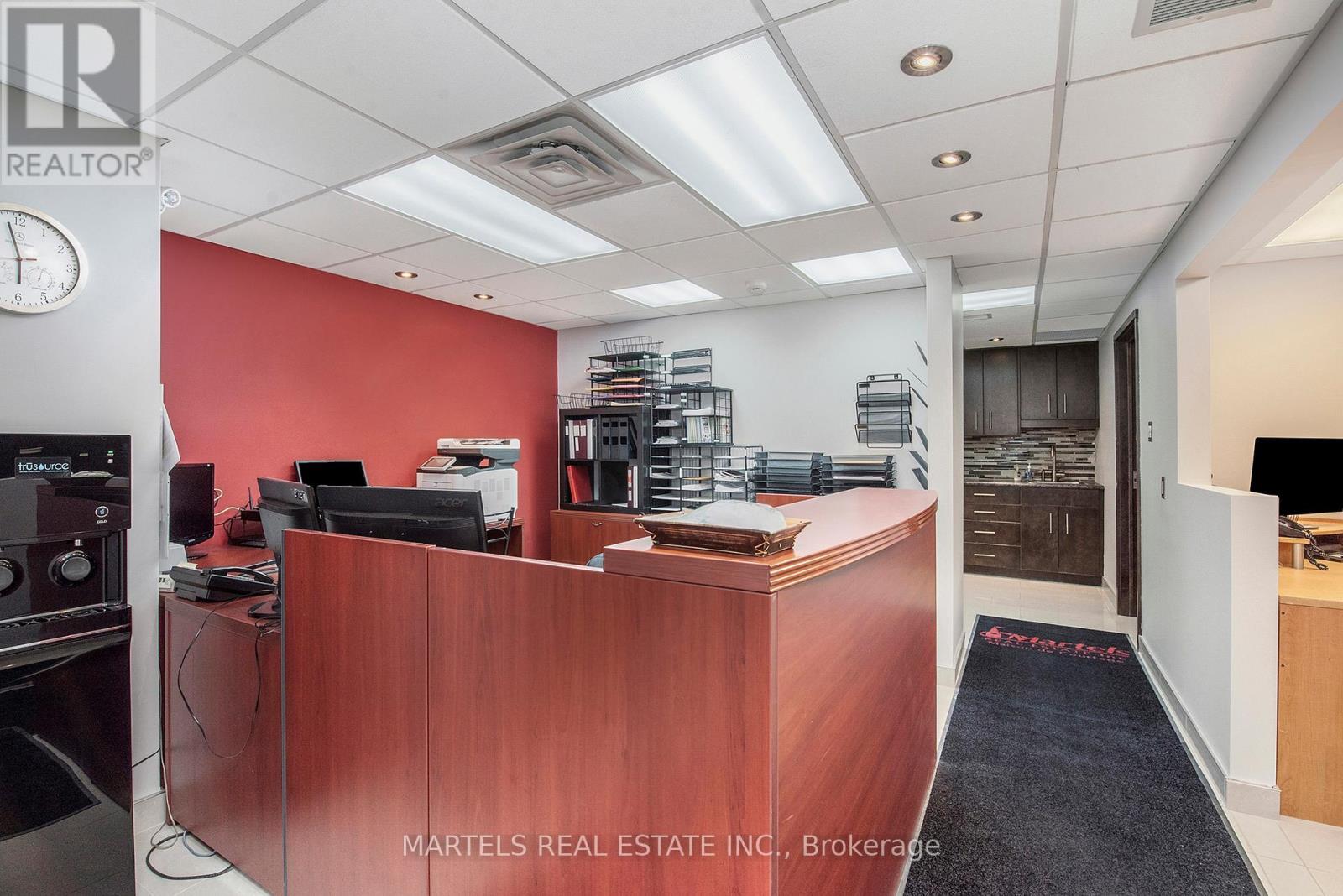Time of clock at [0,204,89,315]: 5:57
